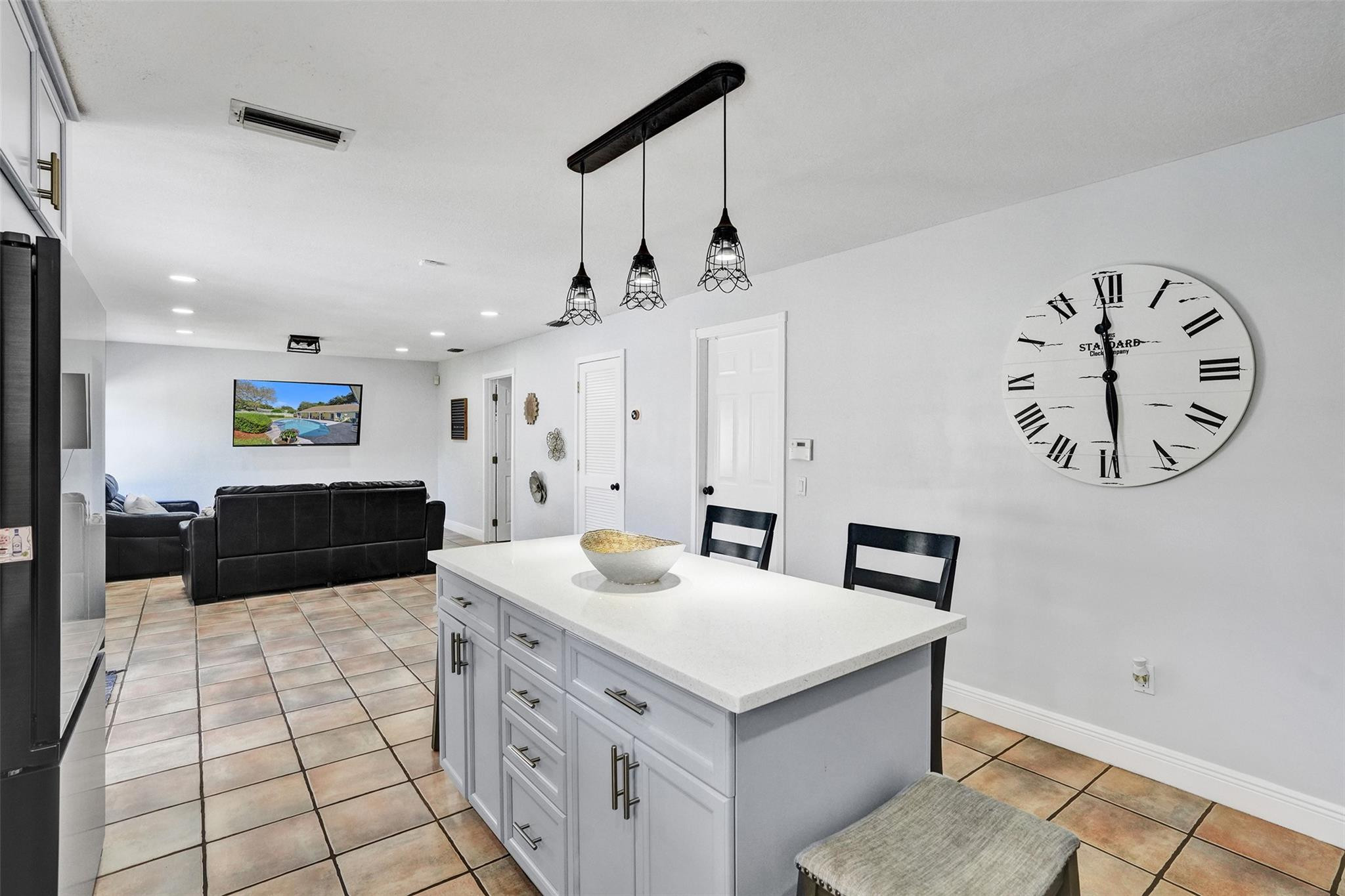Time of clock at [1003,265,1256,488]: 5:59
